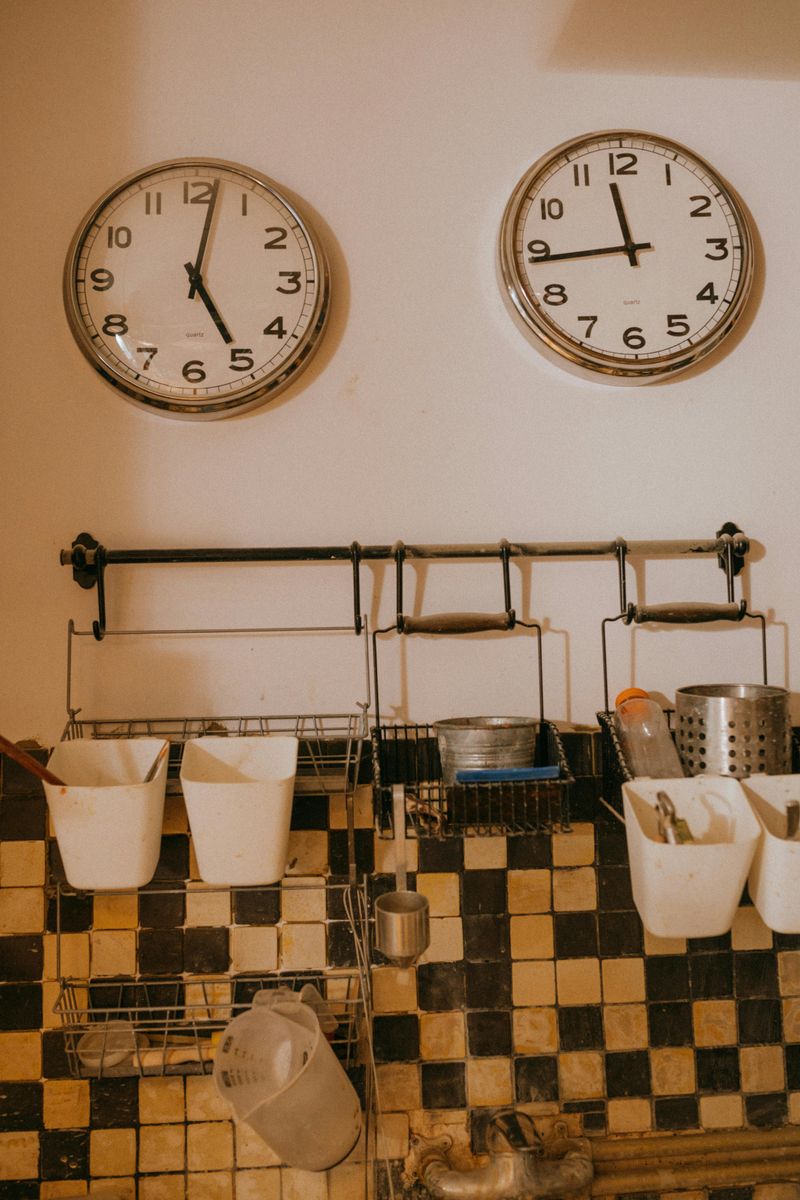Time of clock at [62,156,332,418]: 5:01
